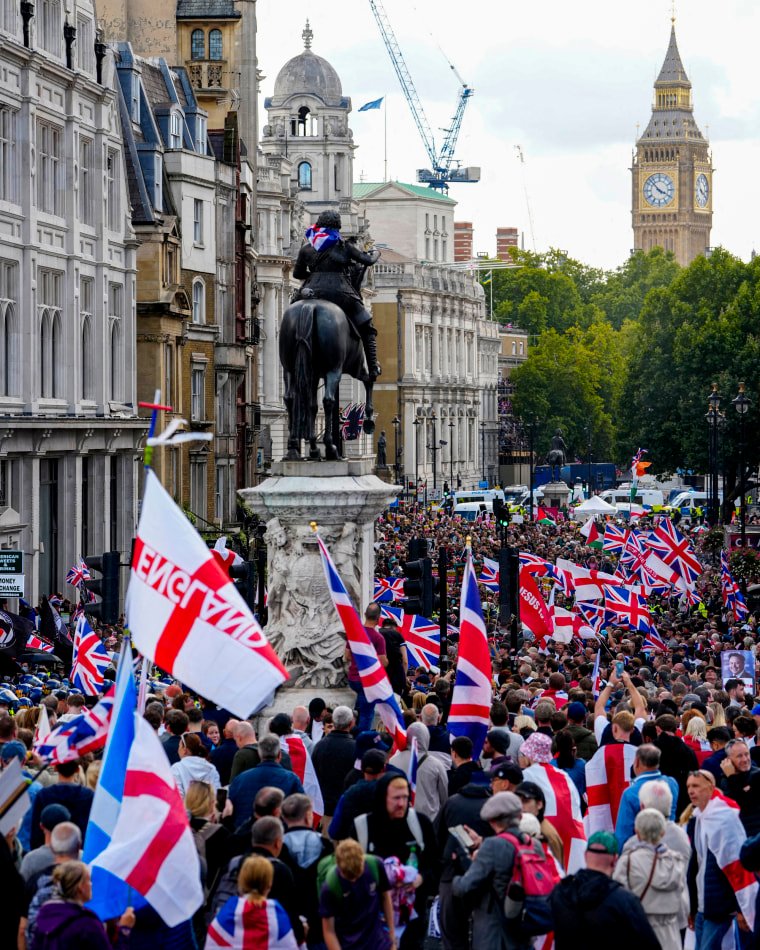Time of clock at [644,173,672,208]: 3:52
